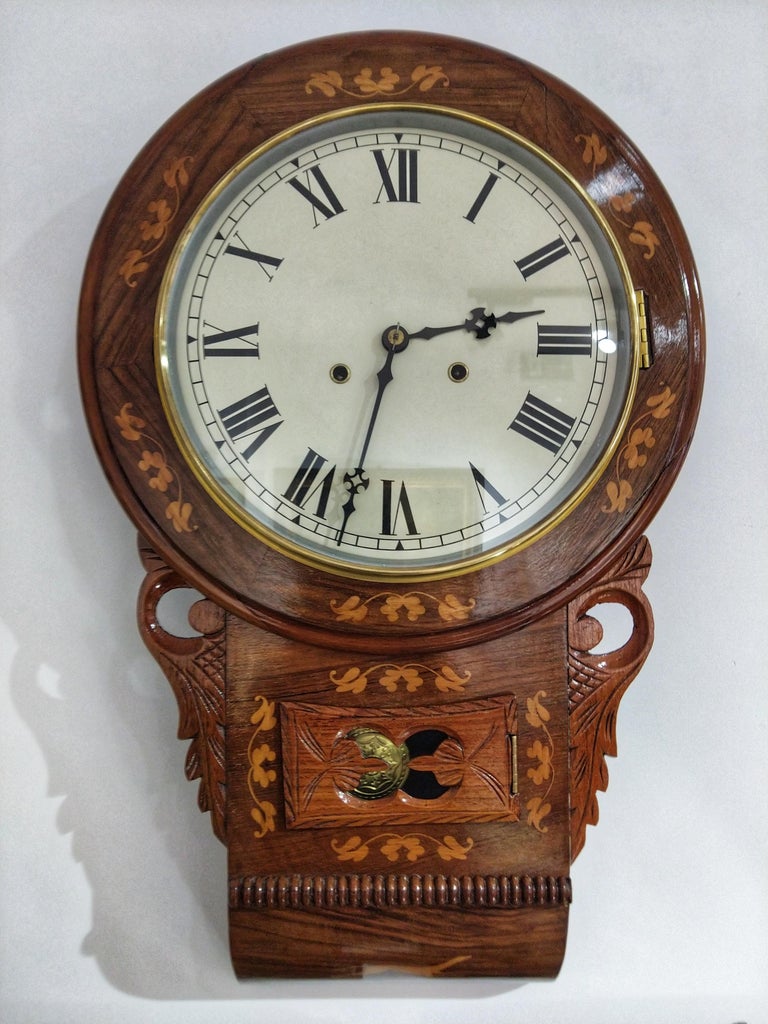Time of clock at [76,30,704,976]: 2:32
